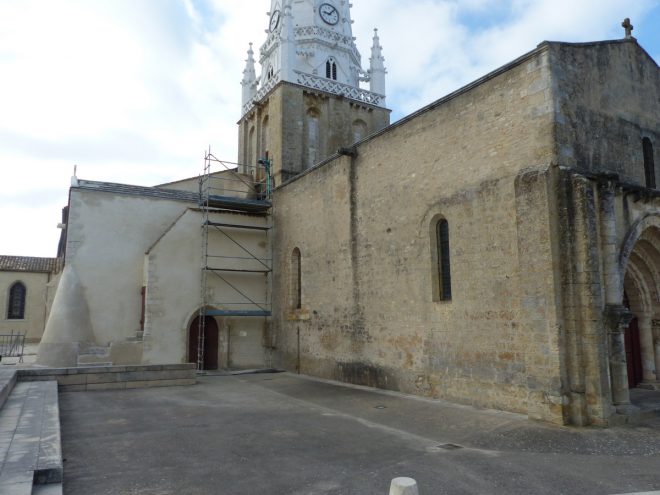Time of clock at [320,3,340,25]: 9:07
